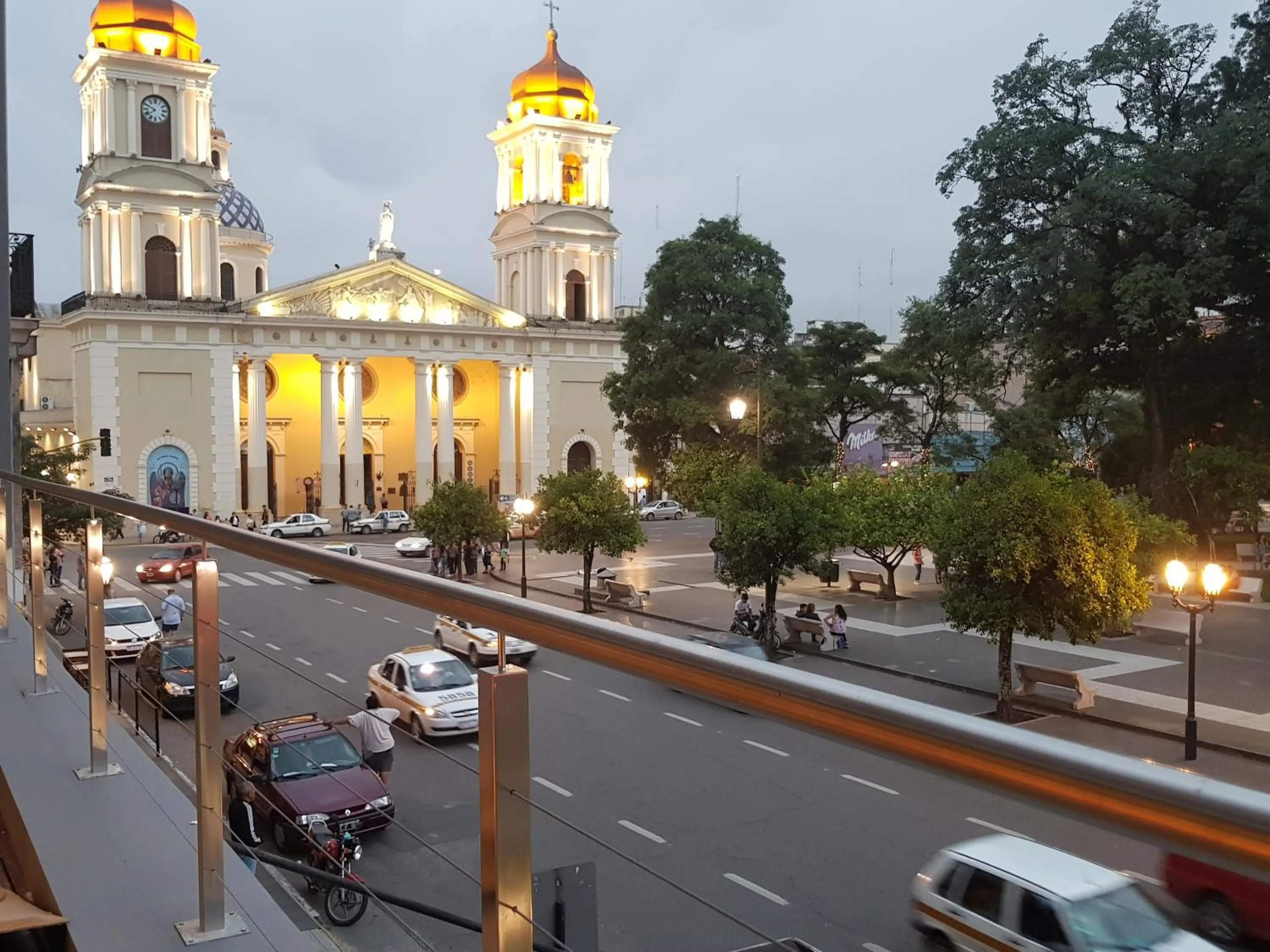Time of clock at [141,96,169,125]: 7:49
